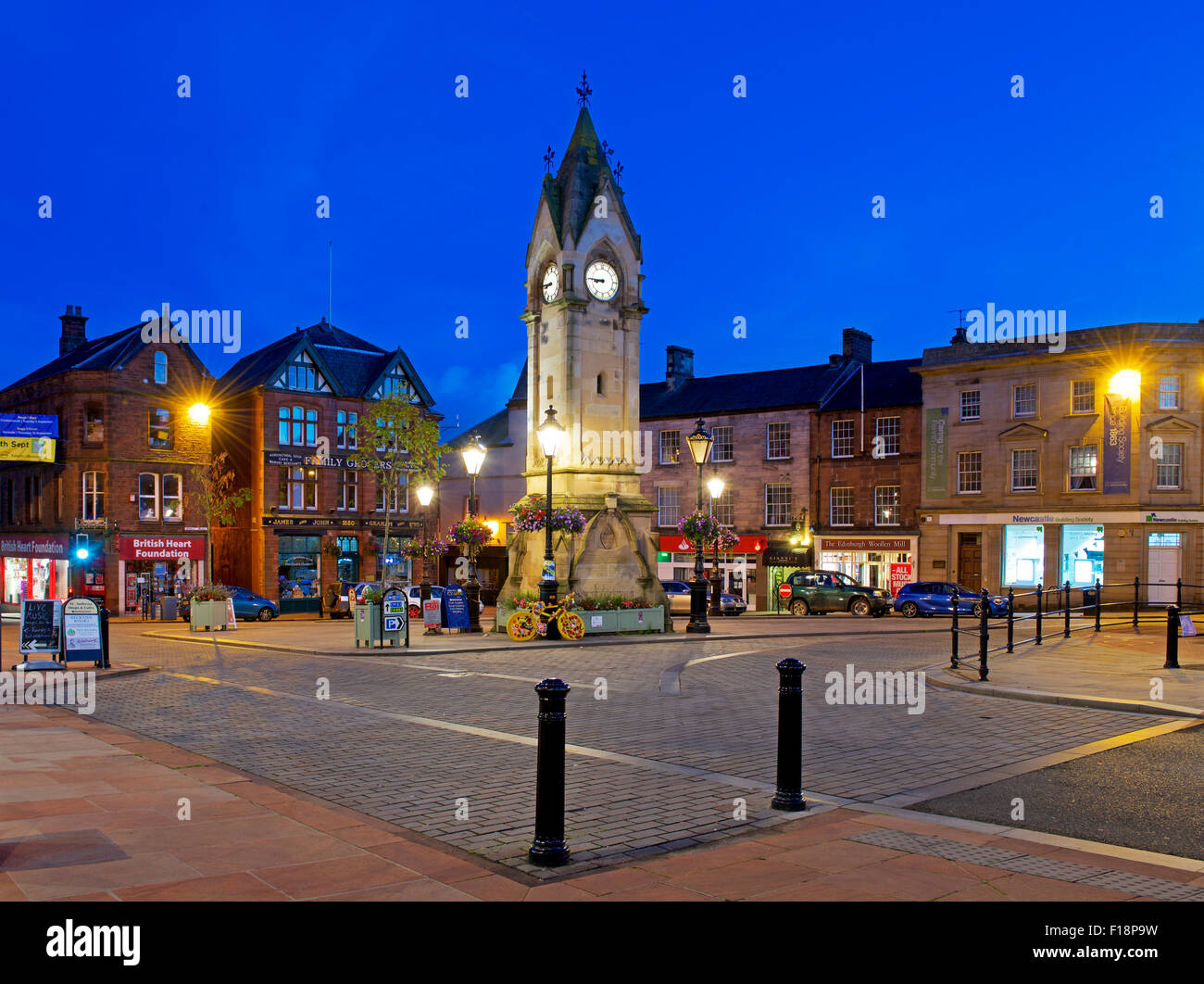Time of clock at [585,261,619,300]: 8:45
